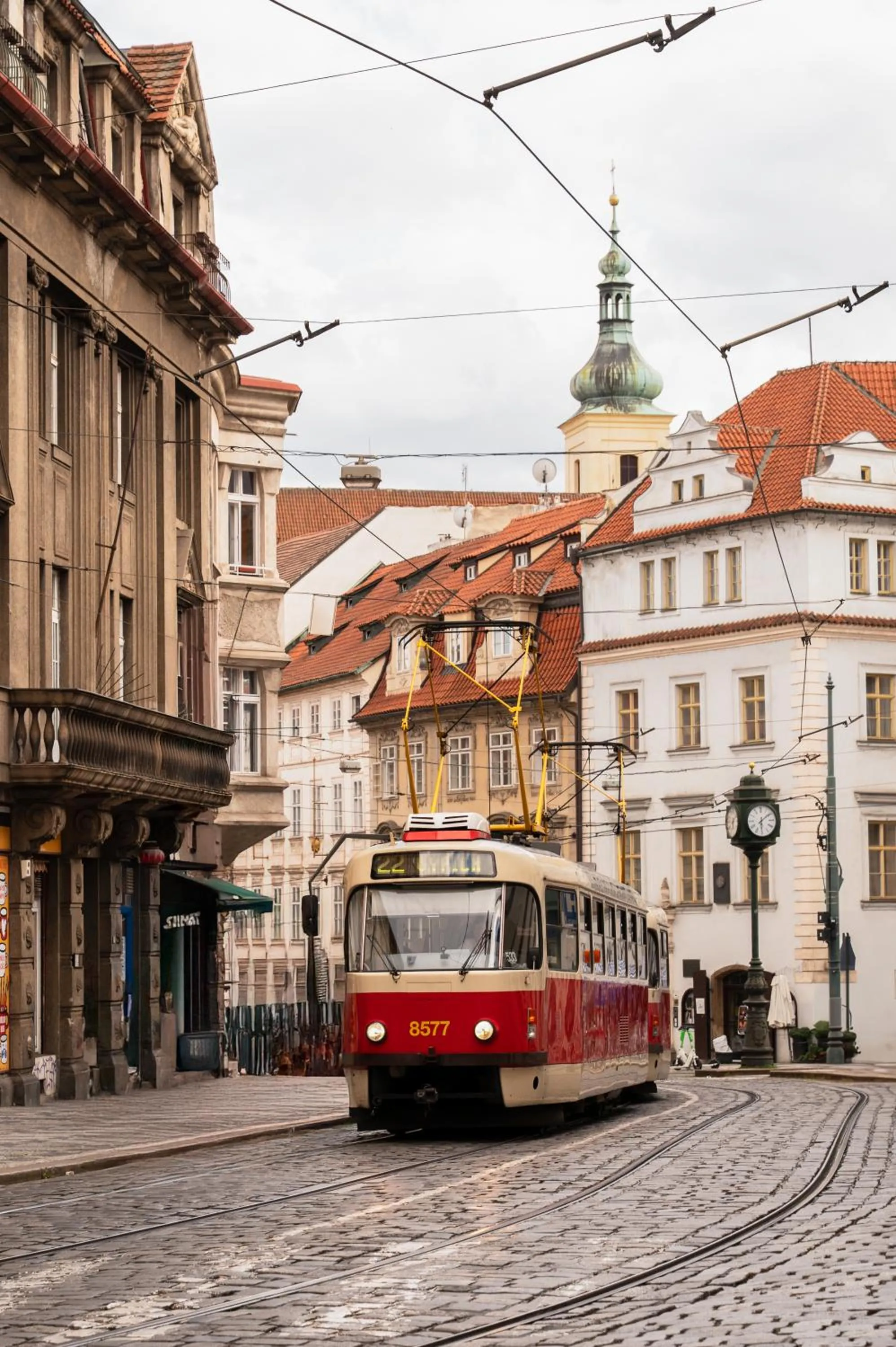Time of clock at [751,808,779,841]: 6:08
